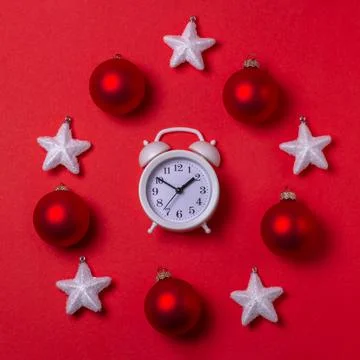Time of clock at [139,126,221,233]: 1:50
